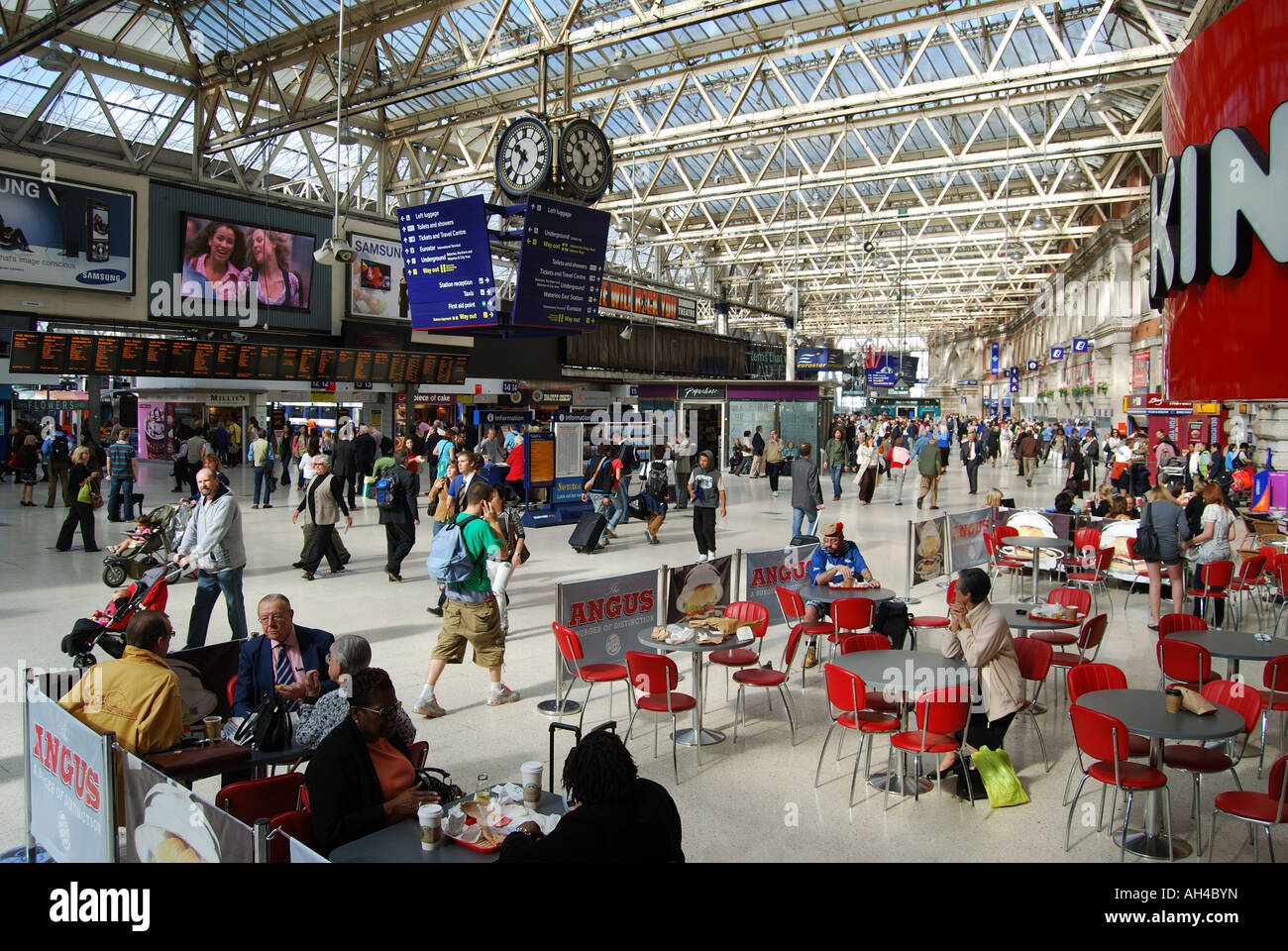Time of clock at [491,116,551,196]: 10:34
